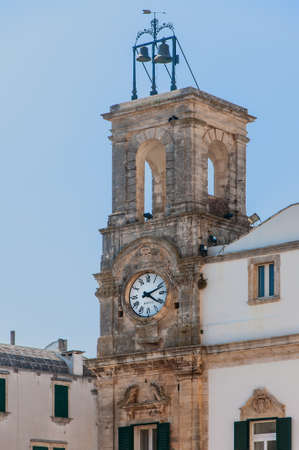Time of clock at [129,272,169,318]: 4:11
